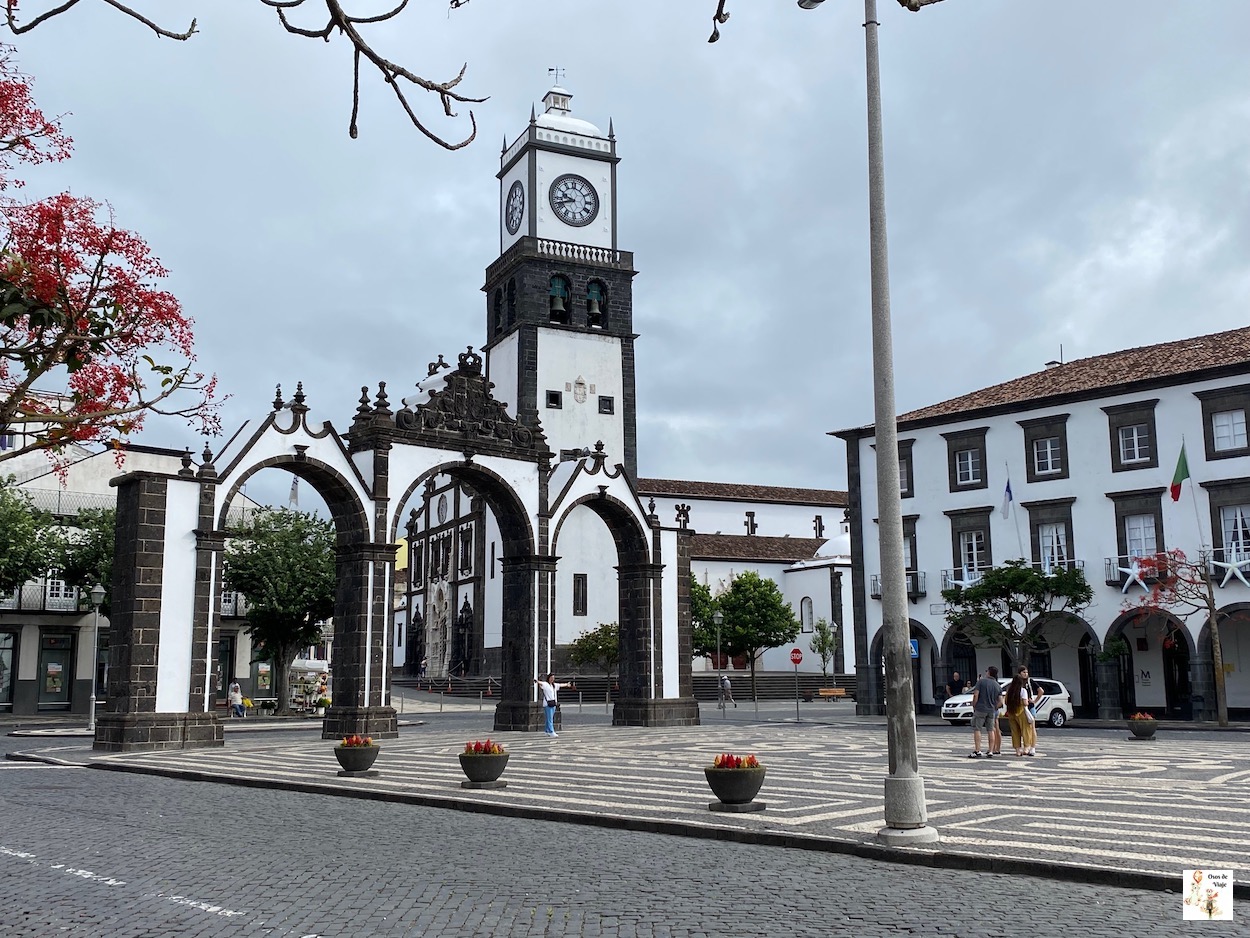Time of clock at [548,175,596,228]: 9:42
